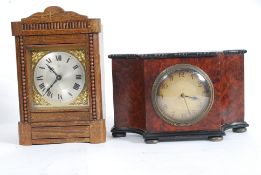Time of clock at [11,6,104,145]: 10:37
